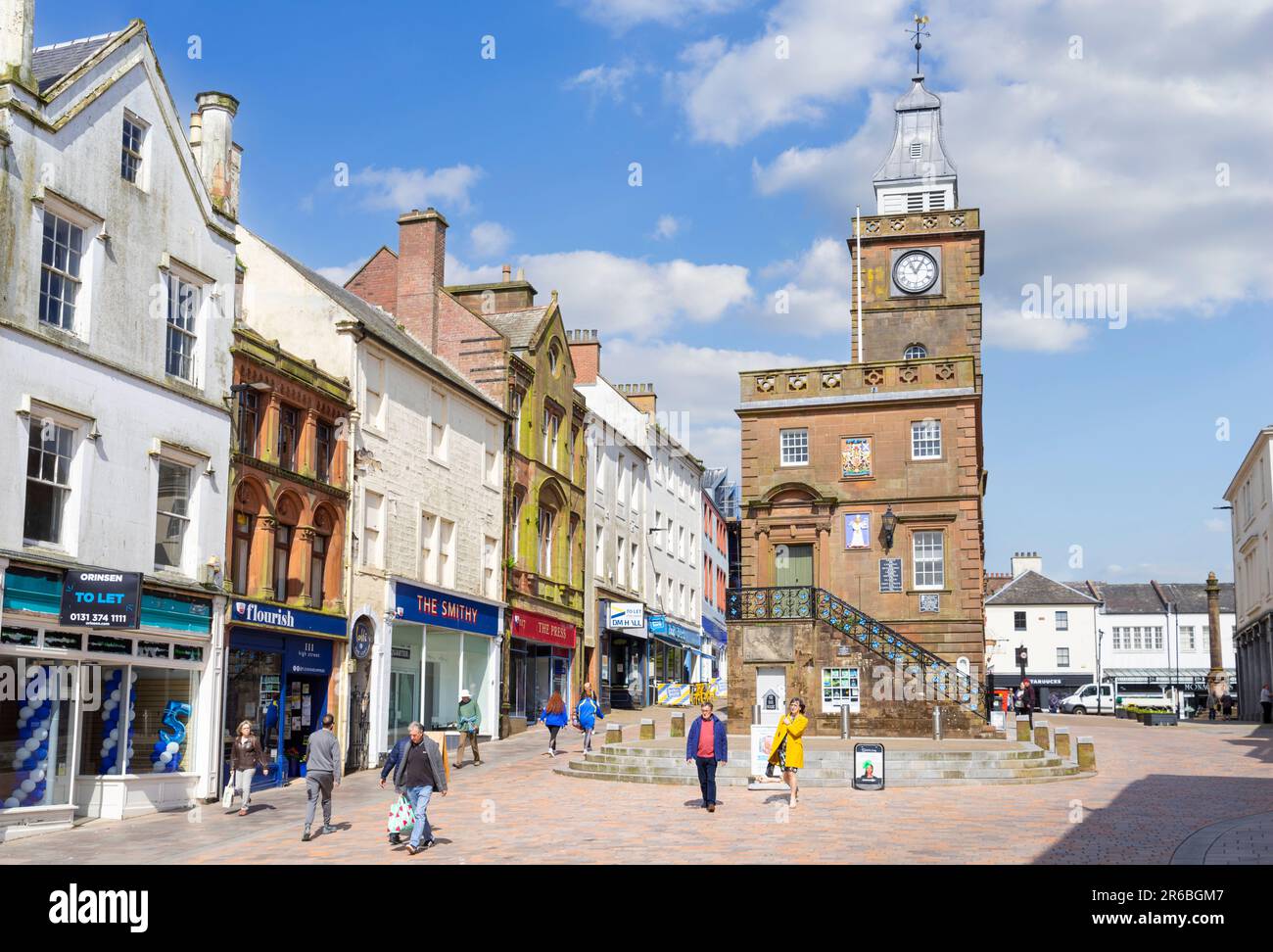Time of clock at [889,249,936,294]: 11:05
